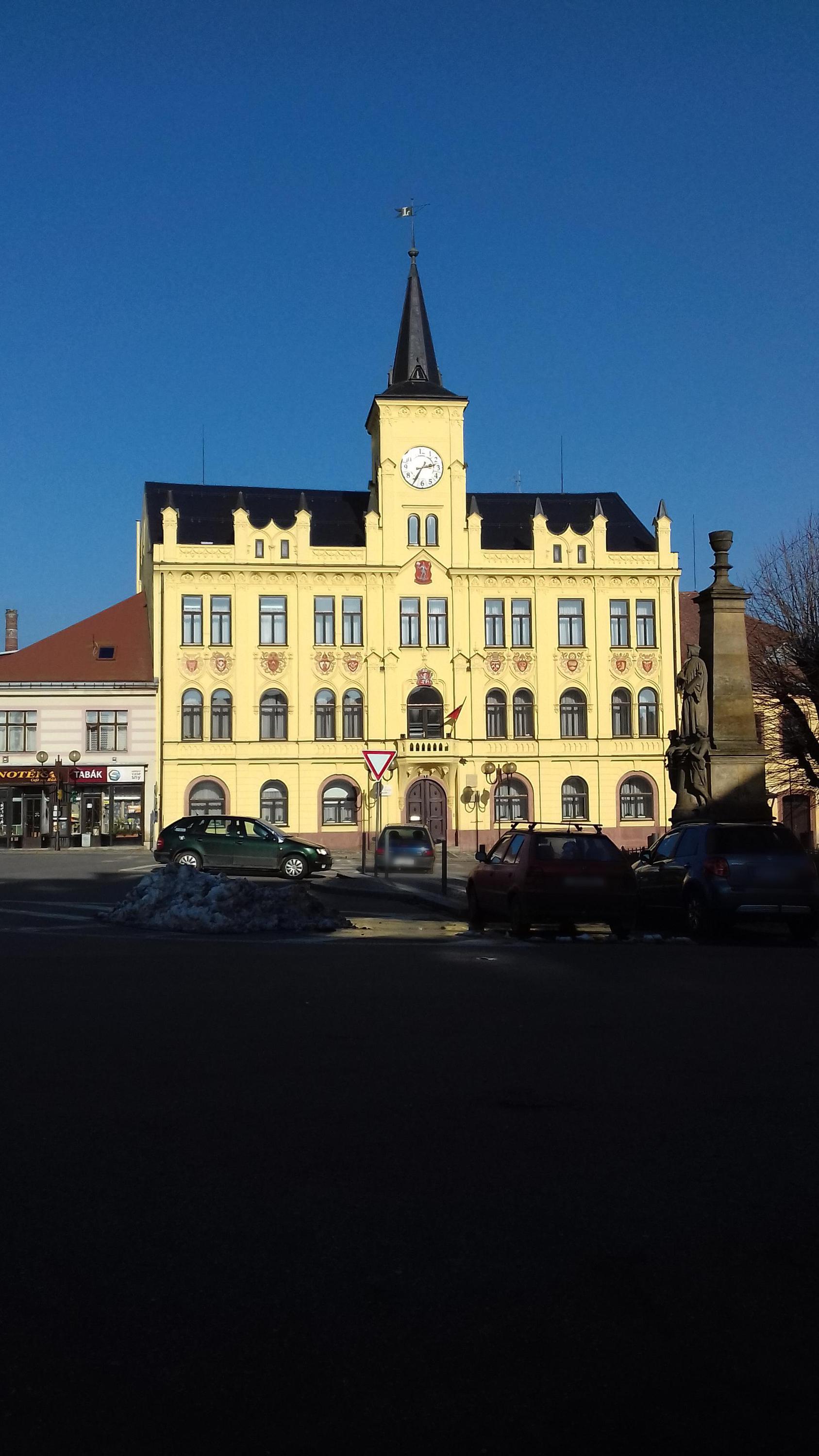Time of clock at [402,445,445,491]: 2:35
